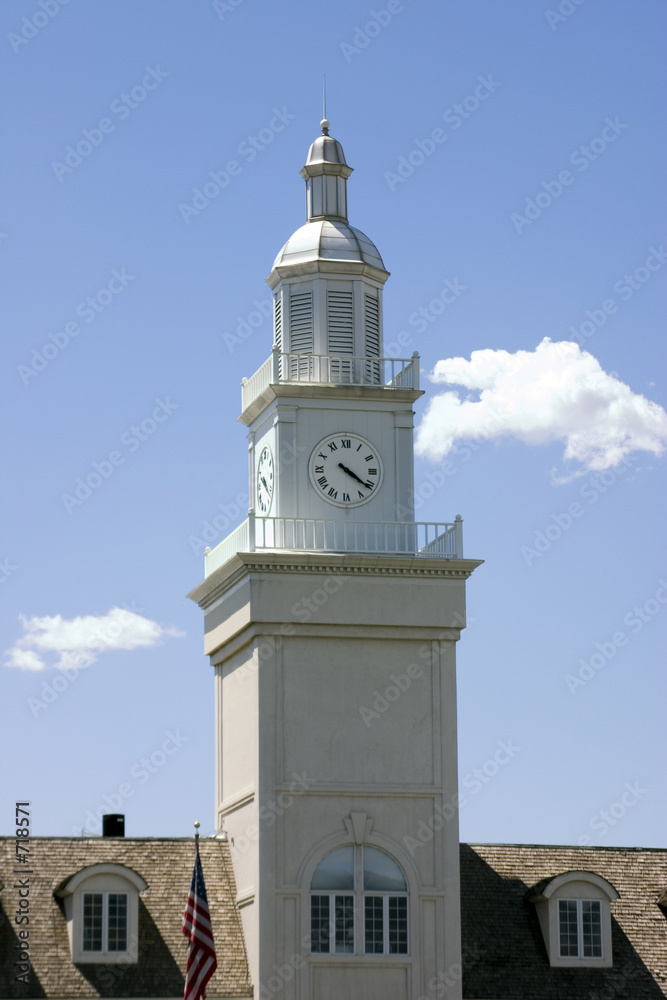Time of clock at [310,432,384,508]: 4:21
